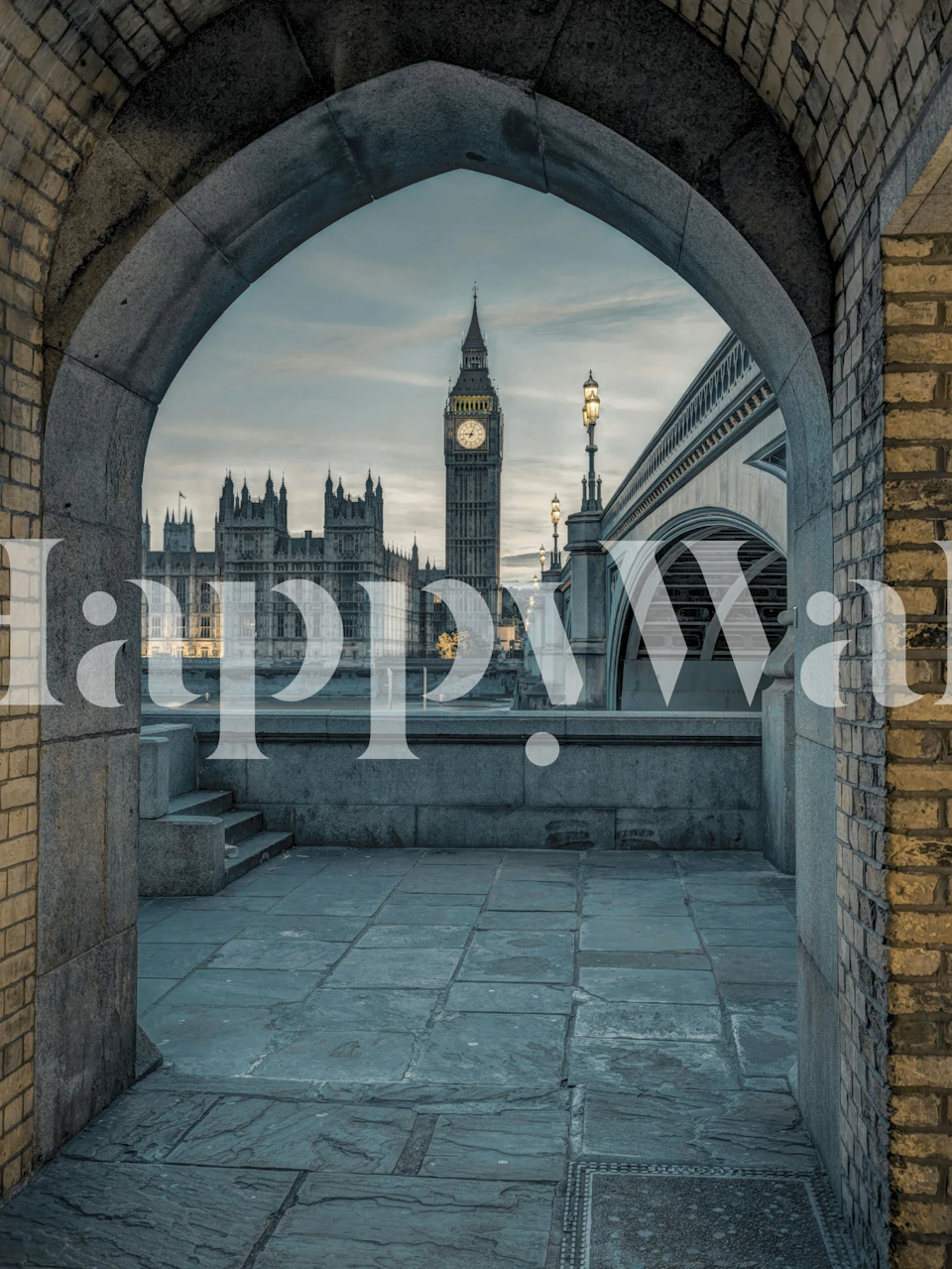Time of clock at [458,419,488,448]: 9:03
